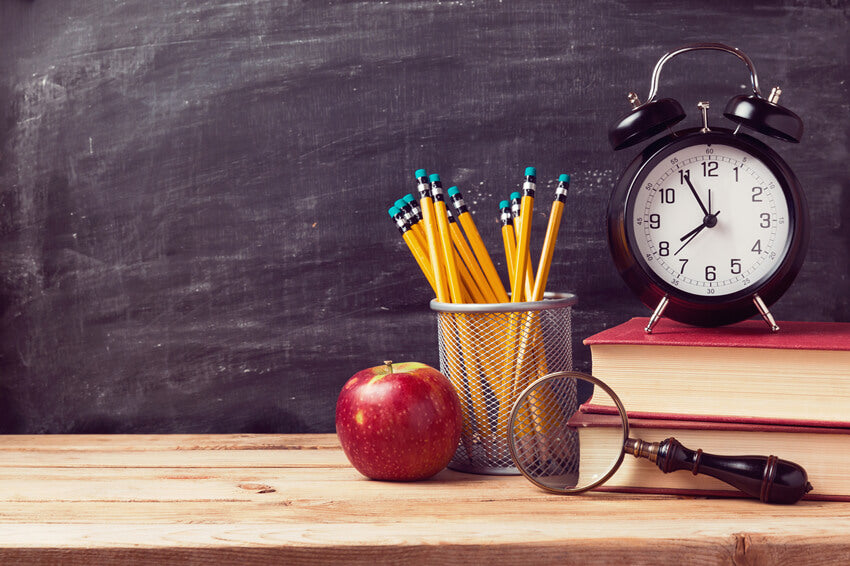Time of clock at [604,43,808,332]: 7:55
